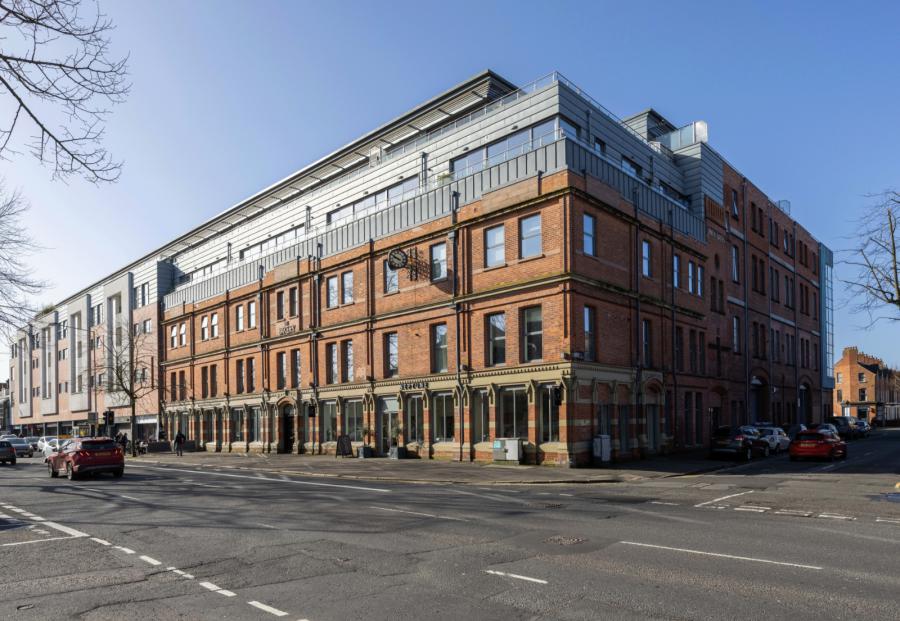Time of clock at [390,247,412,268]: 9:50
